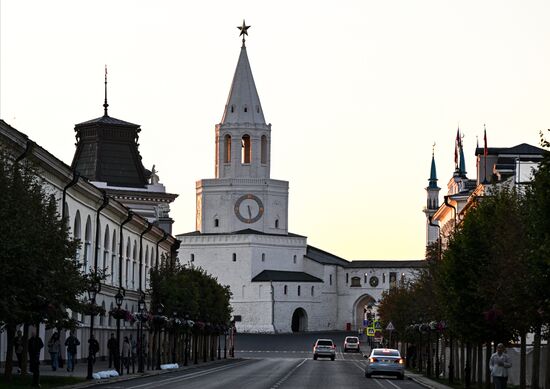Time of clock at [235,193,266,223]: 5:28
